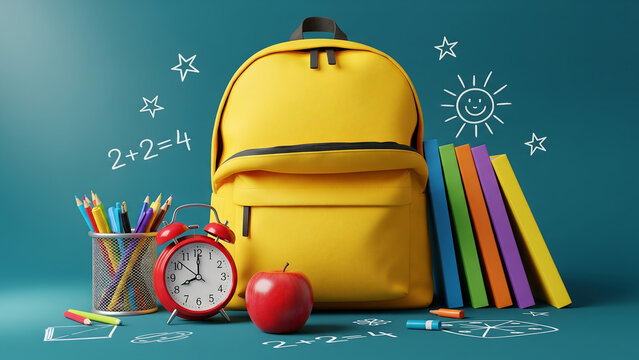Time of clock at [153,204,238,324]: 8:00
